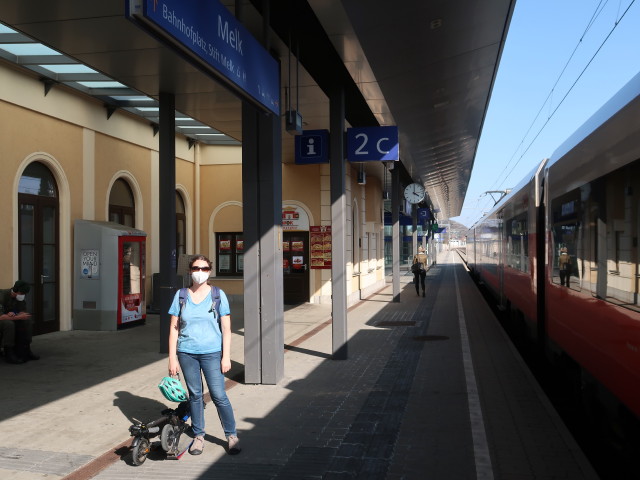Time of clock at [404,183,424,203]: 4:00
